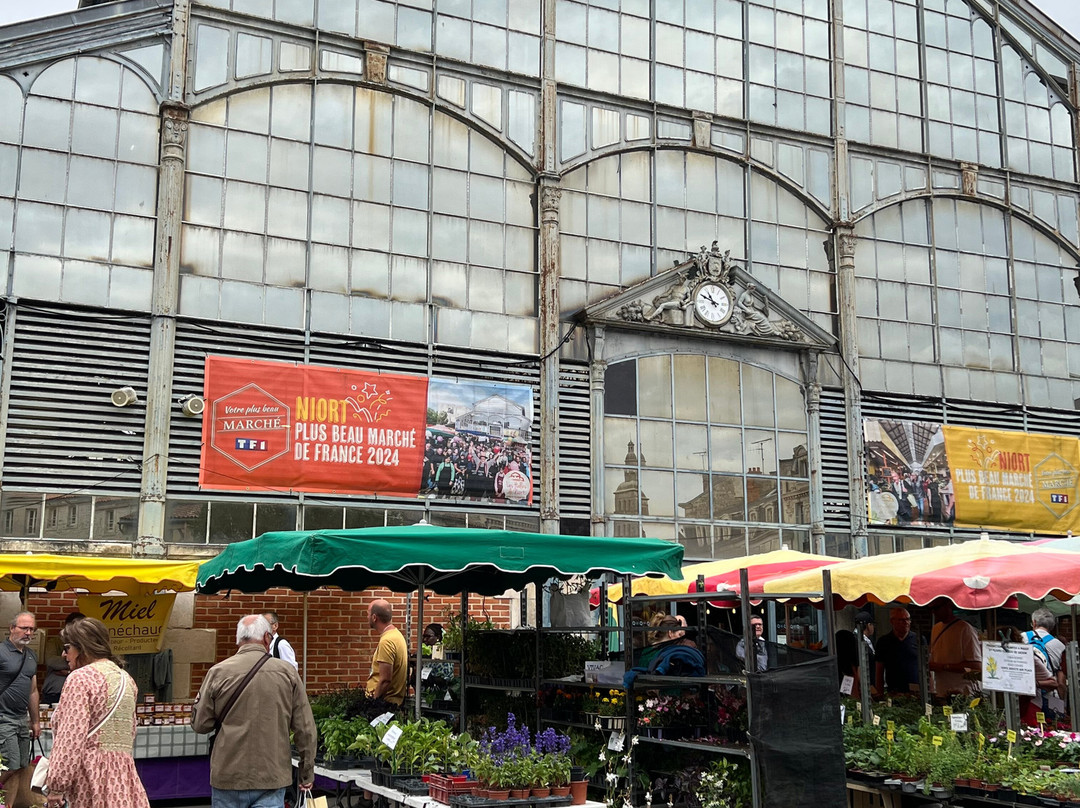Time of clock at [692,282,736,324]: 10:48
